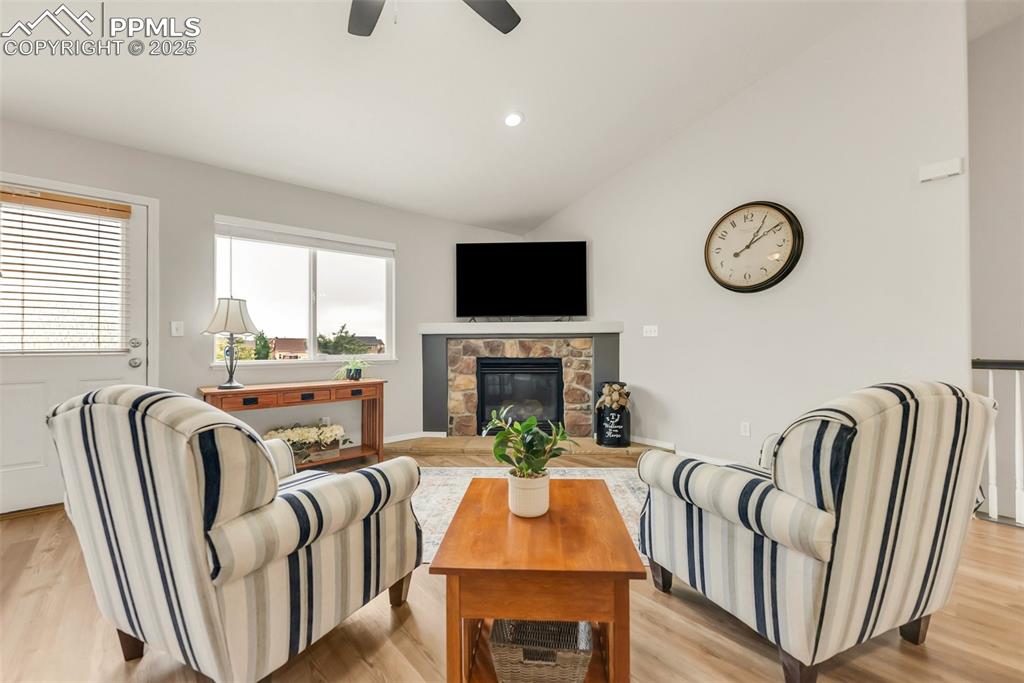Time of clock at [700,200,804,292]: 1:09
